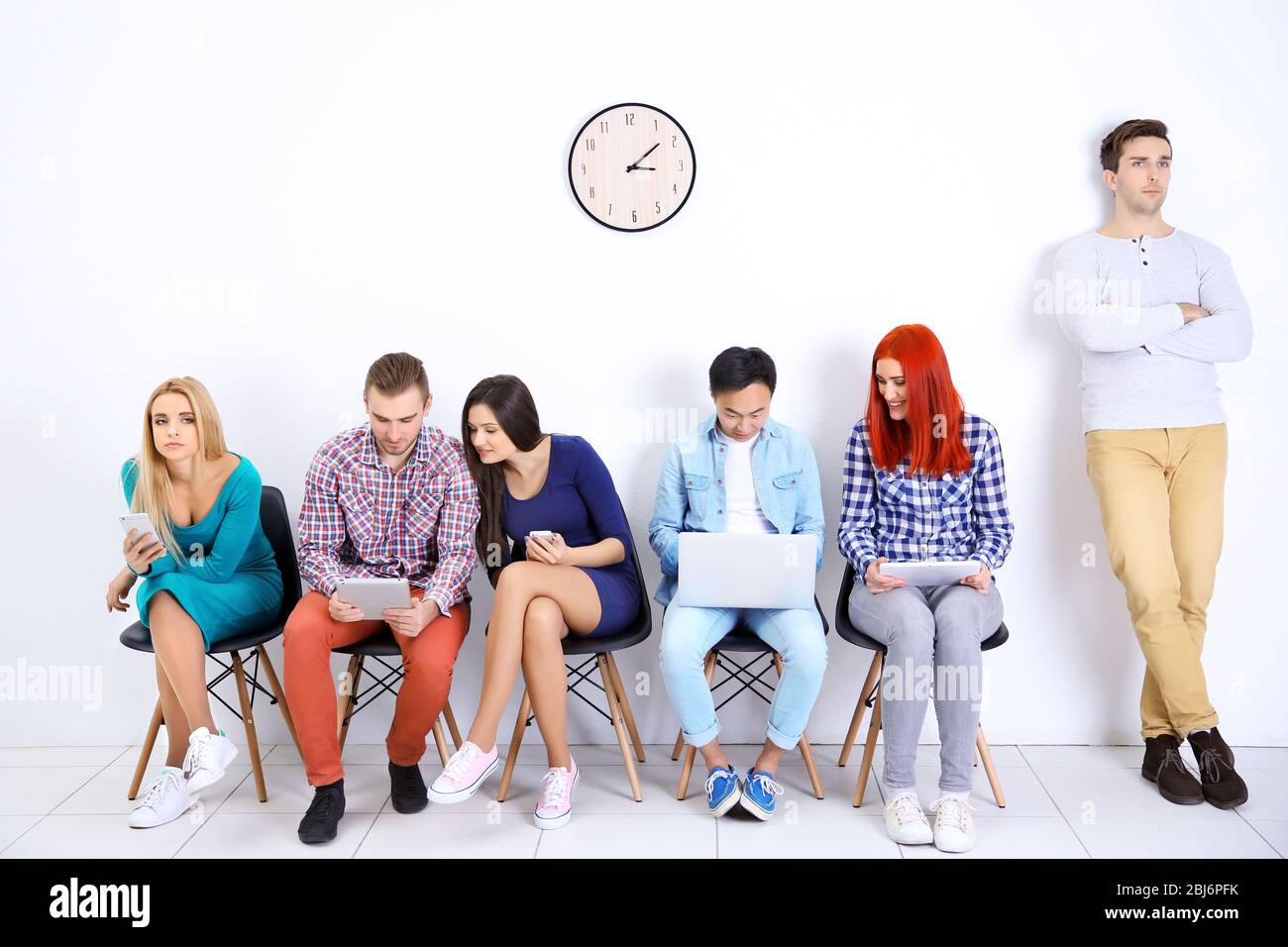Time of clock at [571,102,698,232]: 3:08
